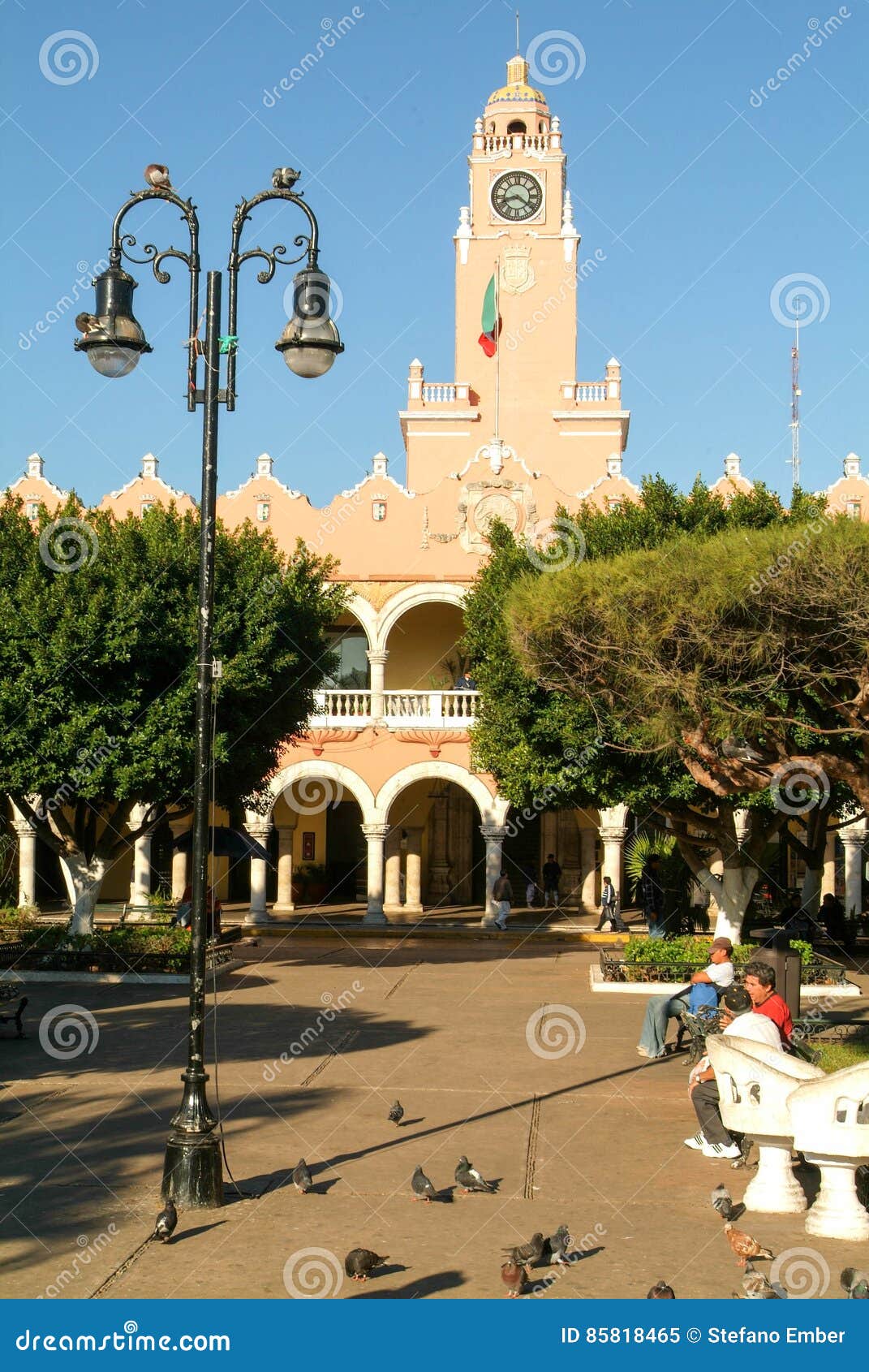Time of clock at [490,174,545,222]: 8:21
